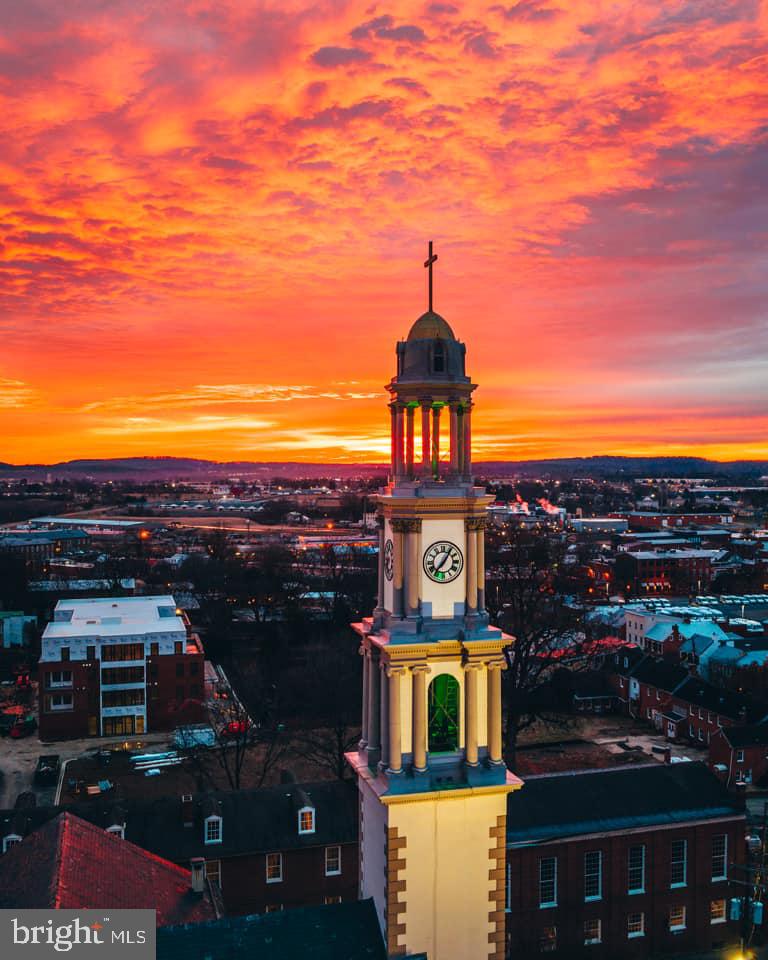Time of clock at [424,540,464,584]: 7:05
